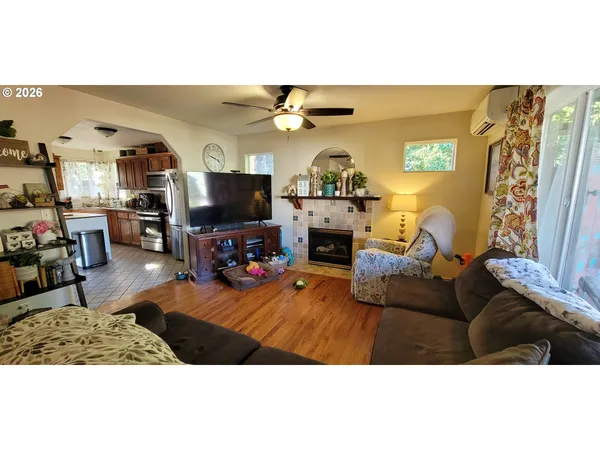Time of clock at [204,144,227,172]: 3:47
